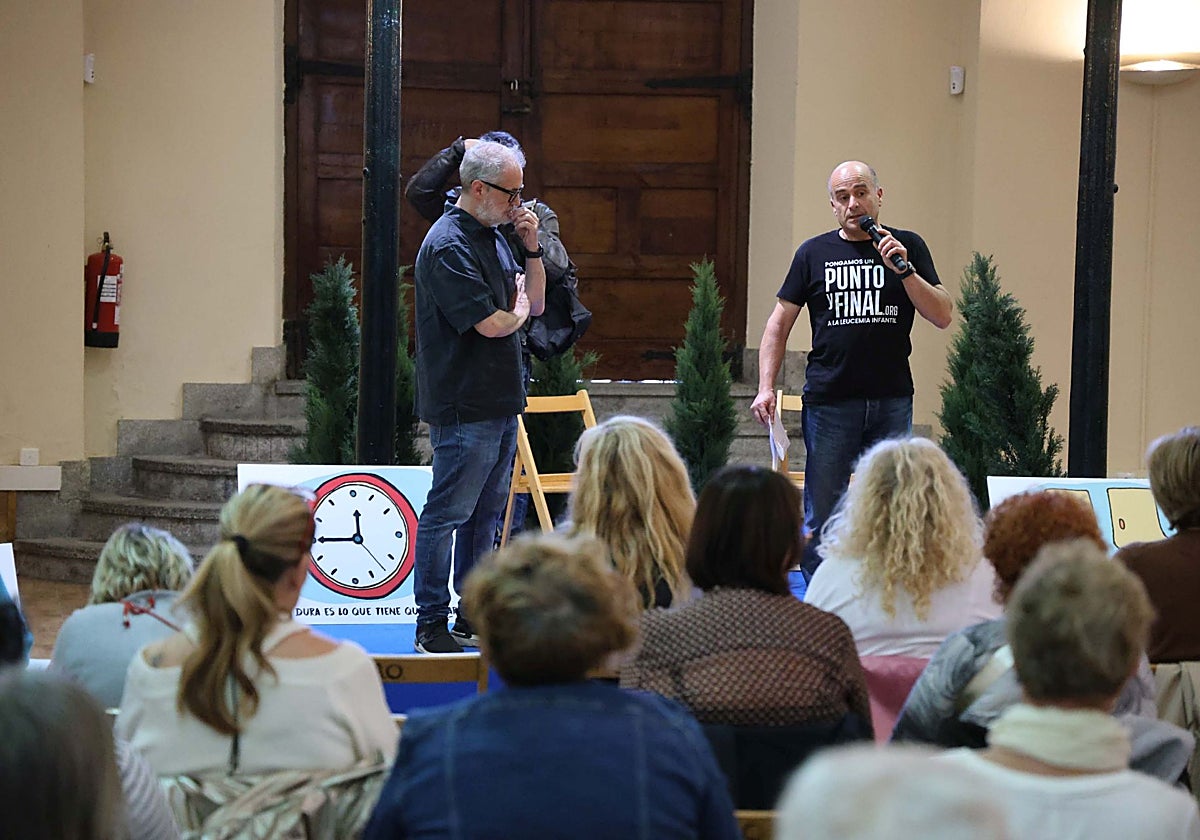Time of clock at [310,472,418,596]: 11:45
